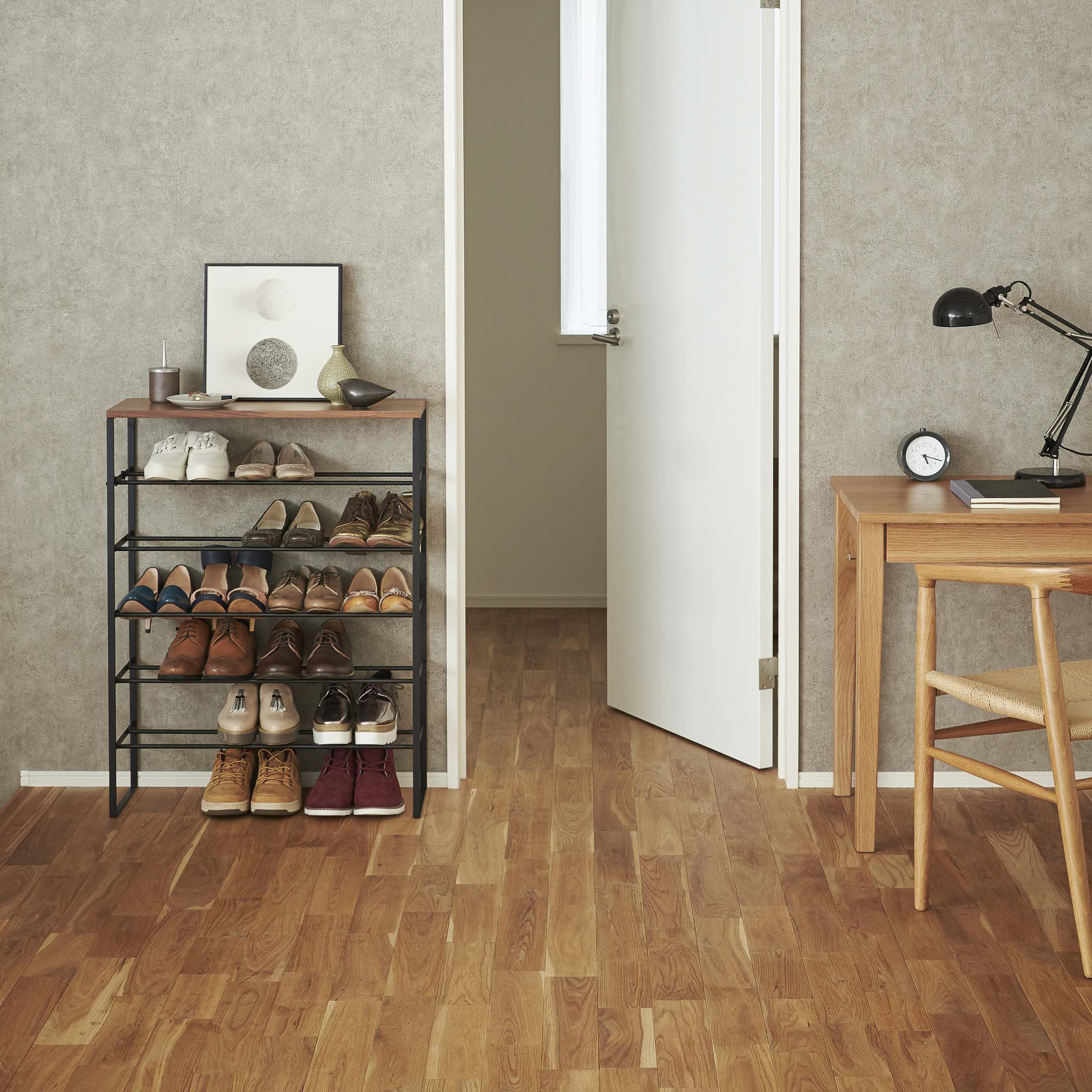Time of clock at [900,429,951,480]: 5:17
